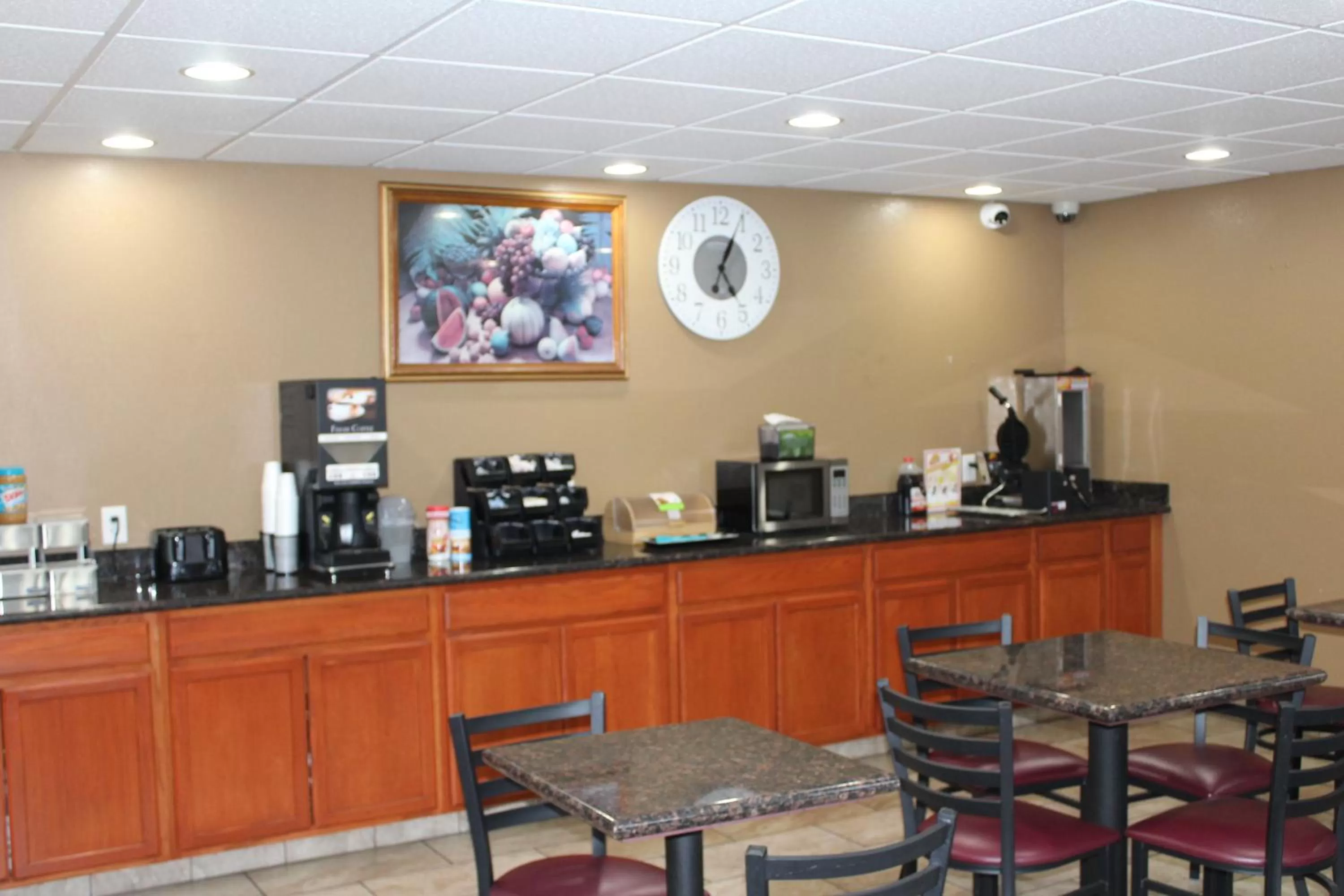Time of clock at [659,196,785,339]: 5:04
